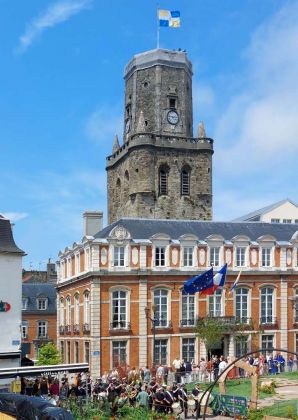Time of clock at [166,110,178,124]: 2:46
